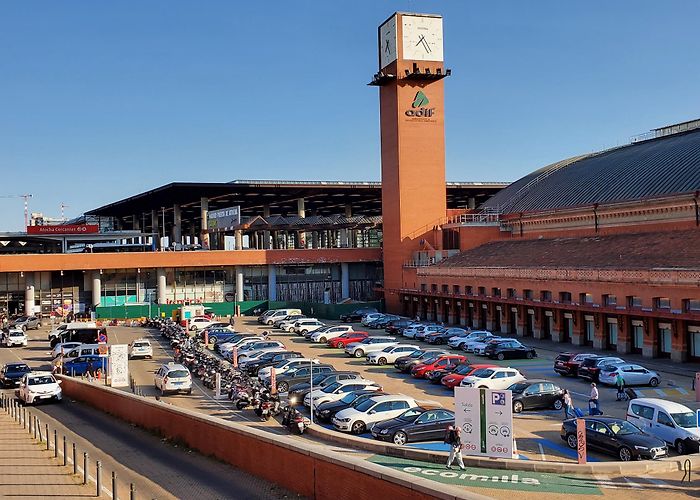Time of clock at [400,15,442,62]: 7:24
